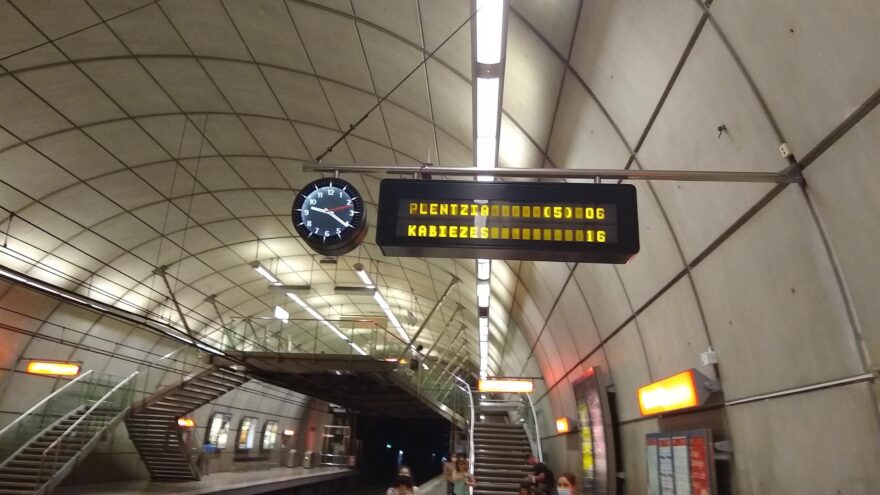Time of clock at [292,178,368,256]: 9:20
